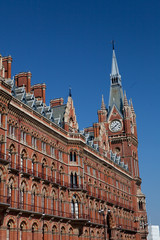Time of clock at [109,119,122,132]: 1:38
